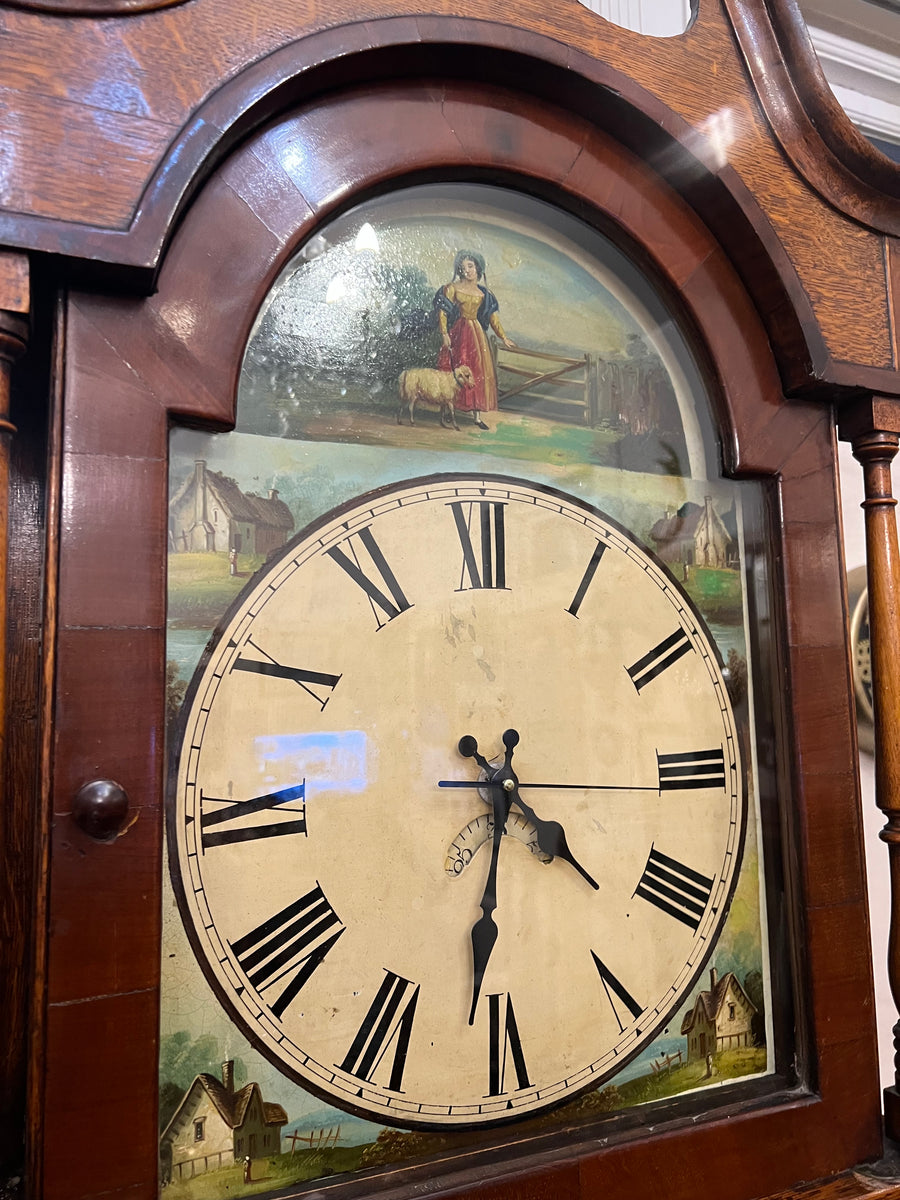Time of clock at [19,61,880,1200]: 4:31
